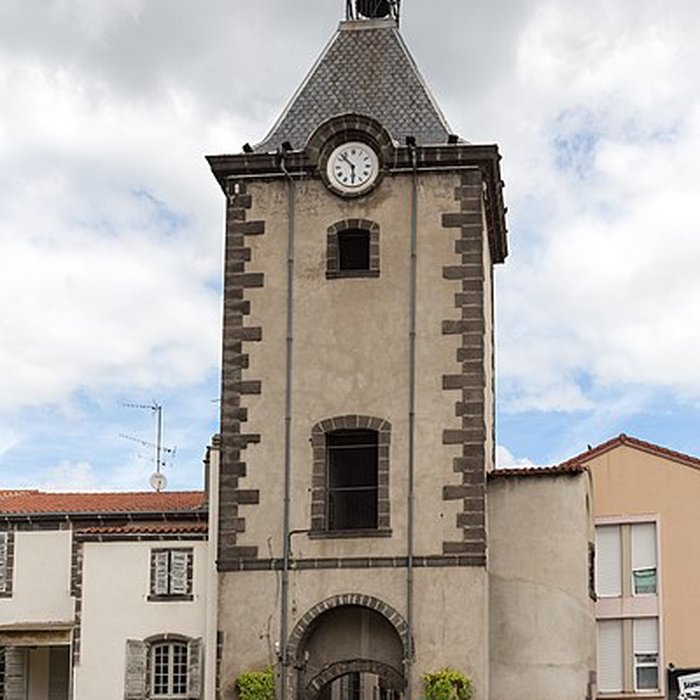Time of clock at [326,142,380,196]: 5:52
